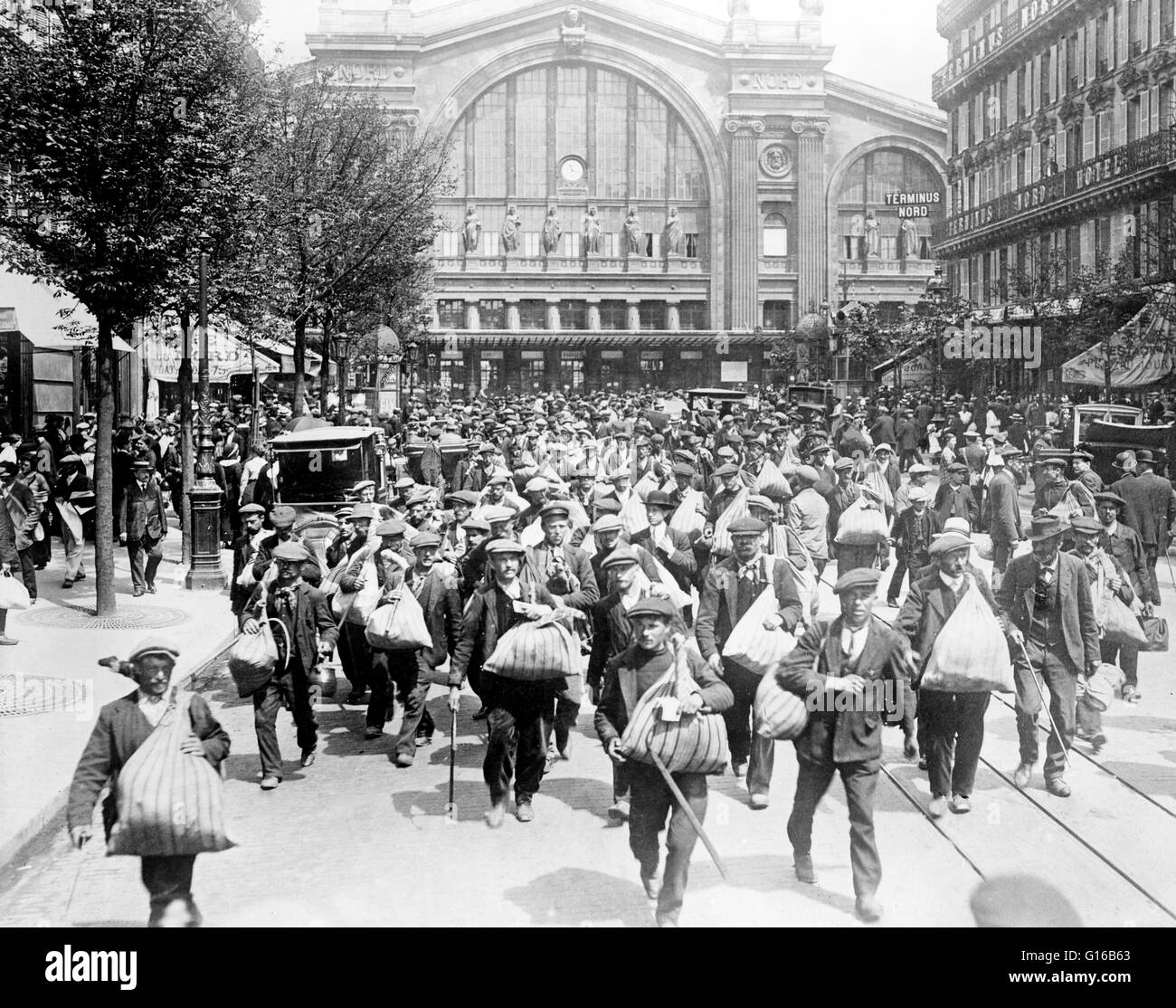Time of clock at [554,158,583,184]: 11:17
